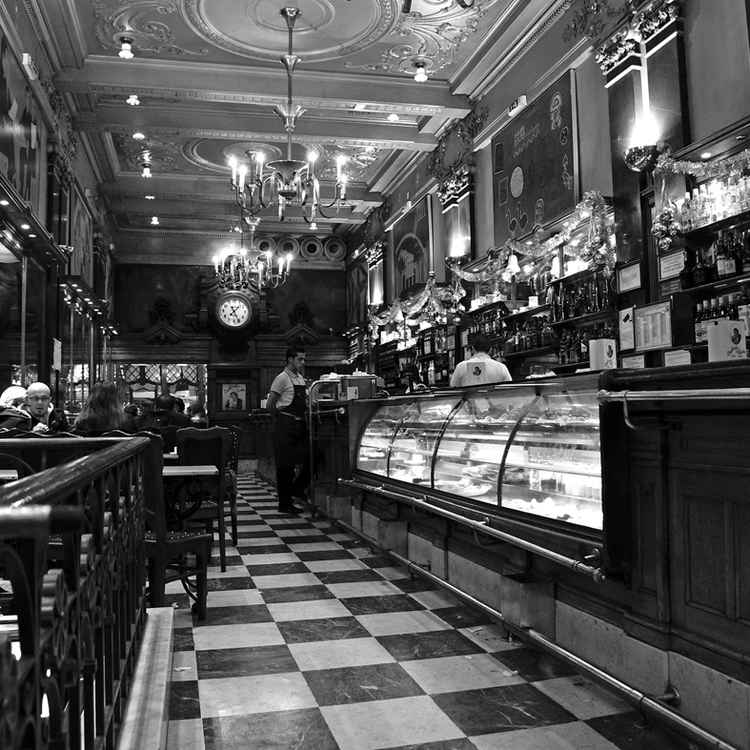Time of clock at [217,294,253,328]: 7:25
